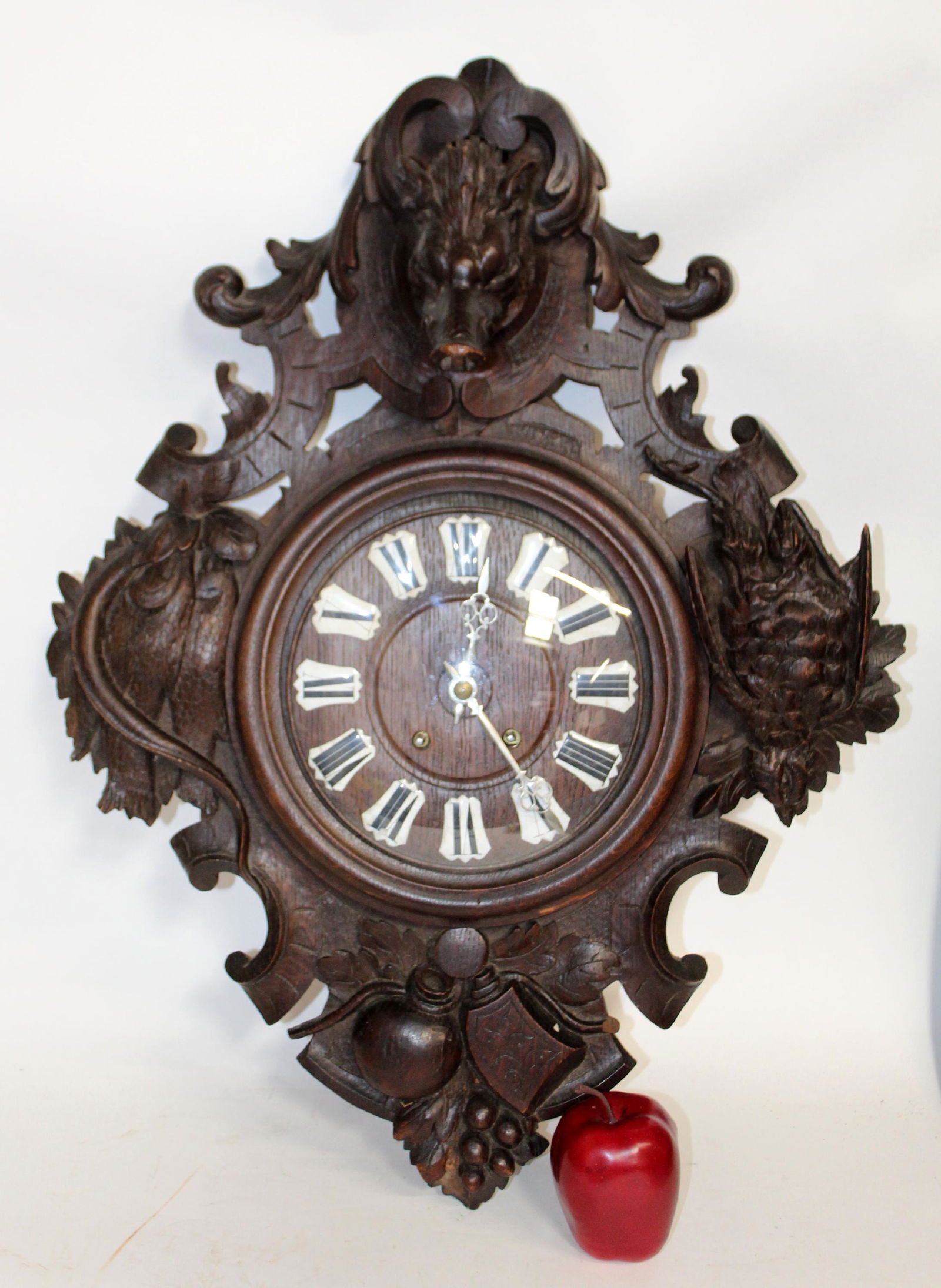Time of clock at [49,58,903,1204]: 12:24
